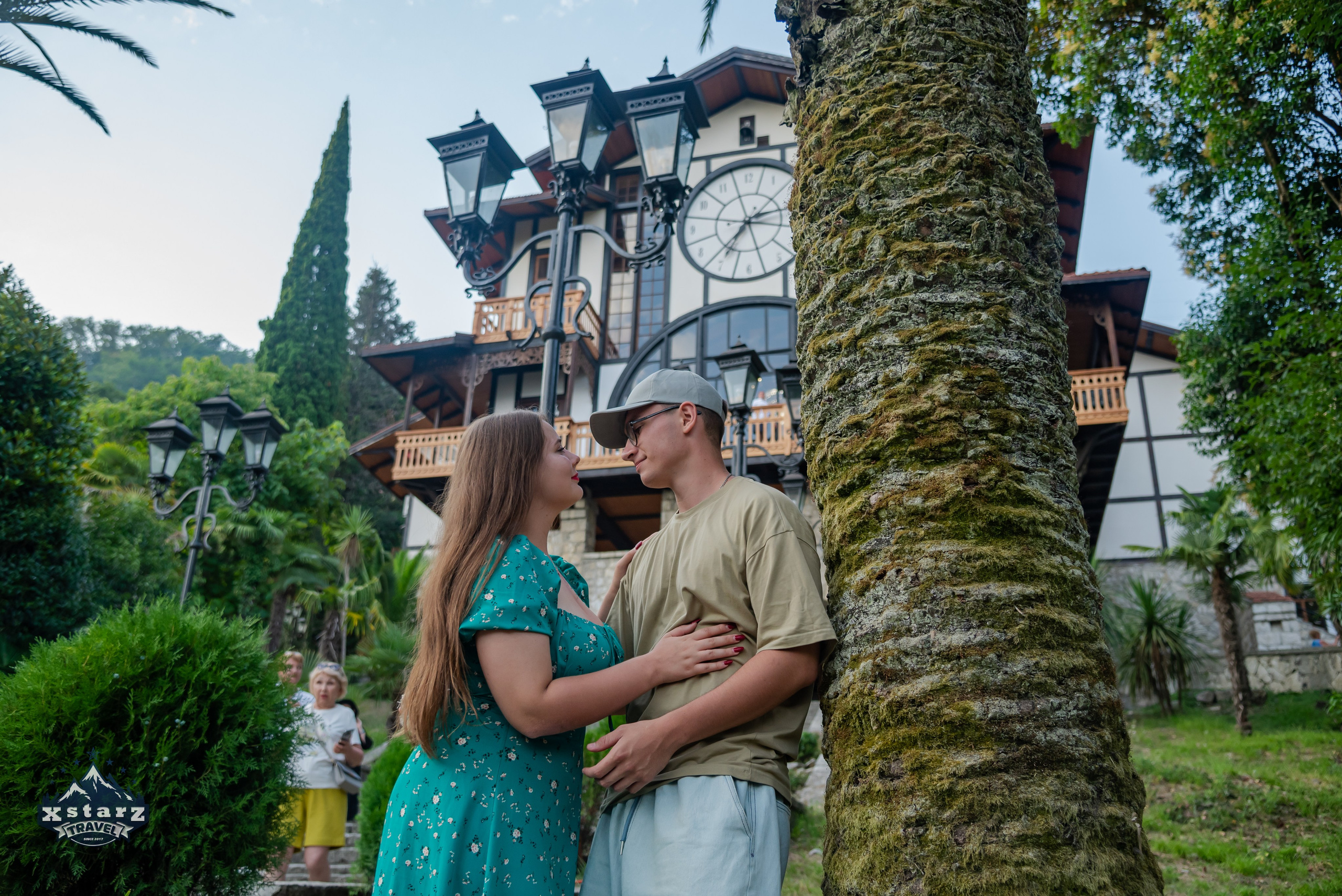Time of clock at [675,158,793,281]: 7:13
